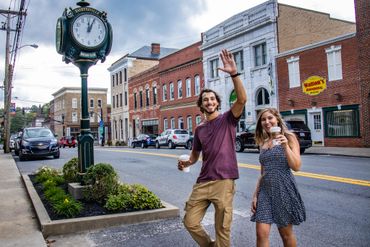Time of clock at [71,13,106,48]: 12:04
